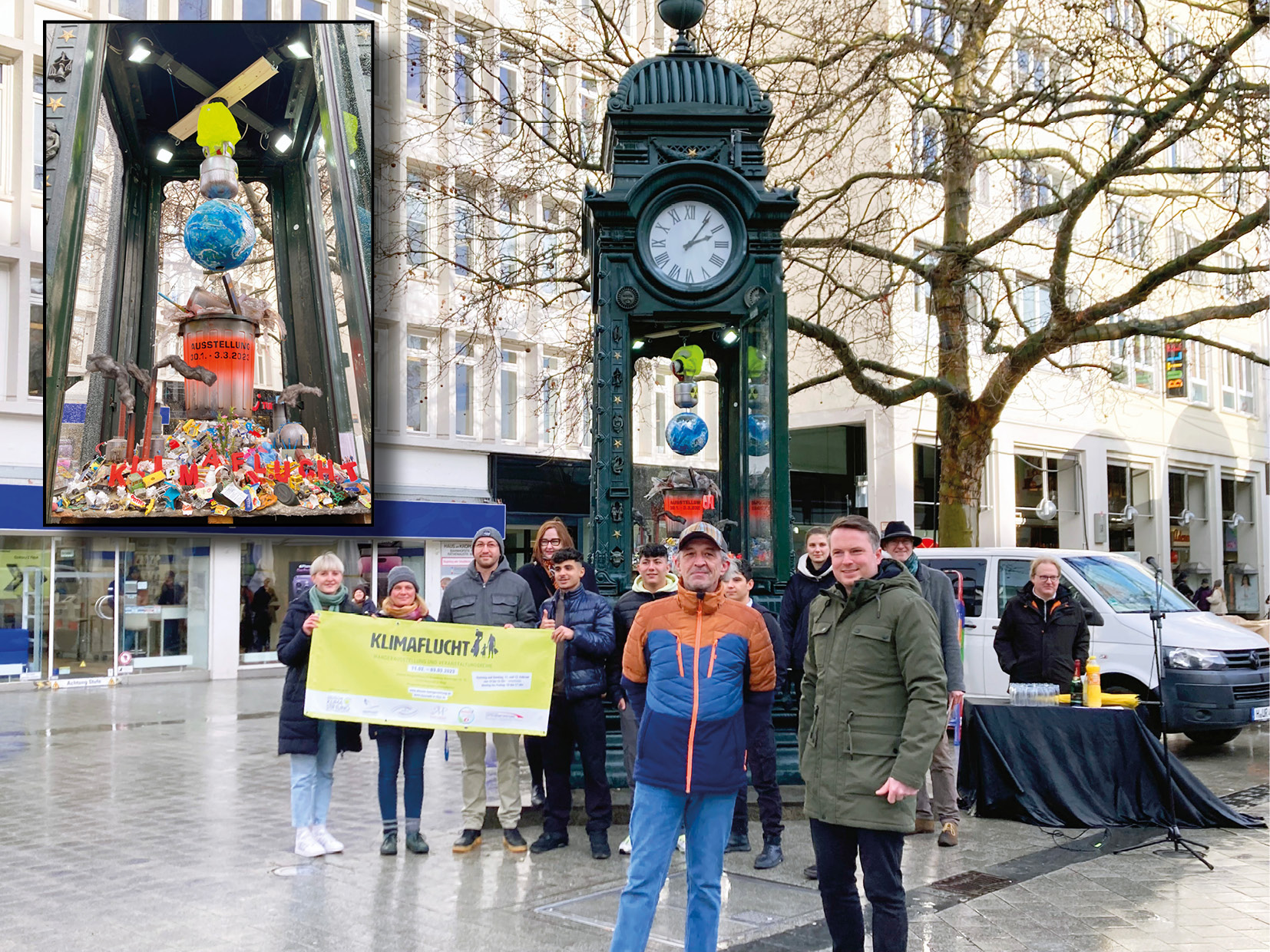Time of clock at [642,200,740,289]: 2:06
